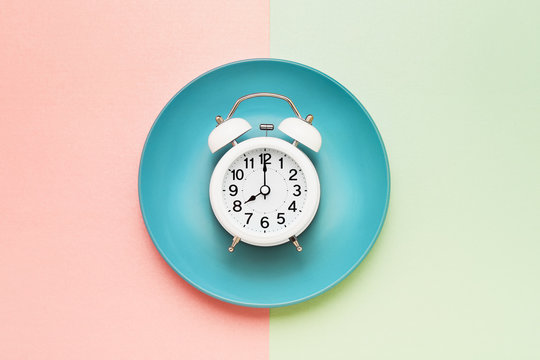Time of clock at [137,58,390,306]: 8:00
